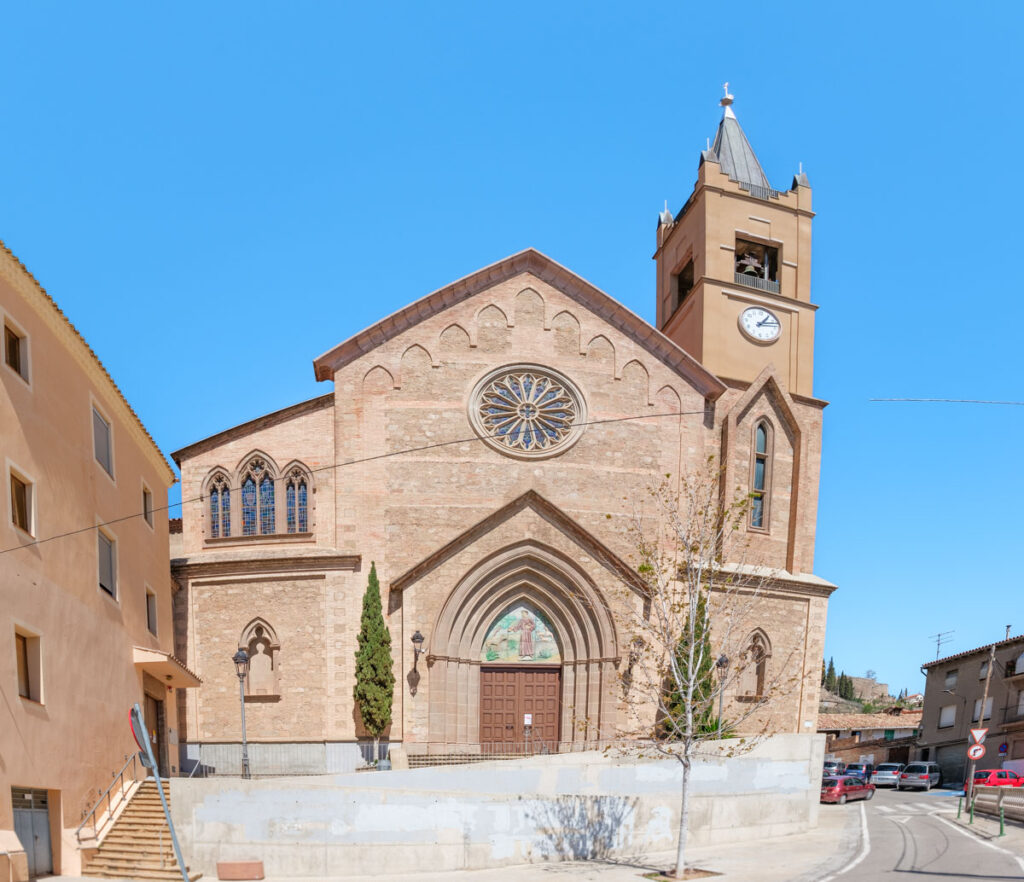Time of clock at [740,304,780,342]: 1:12
